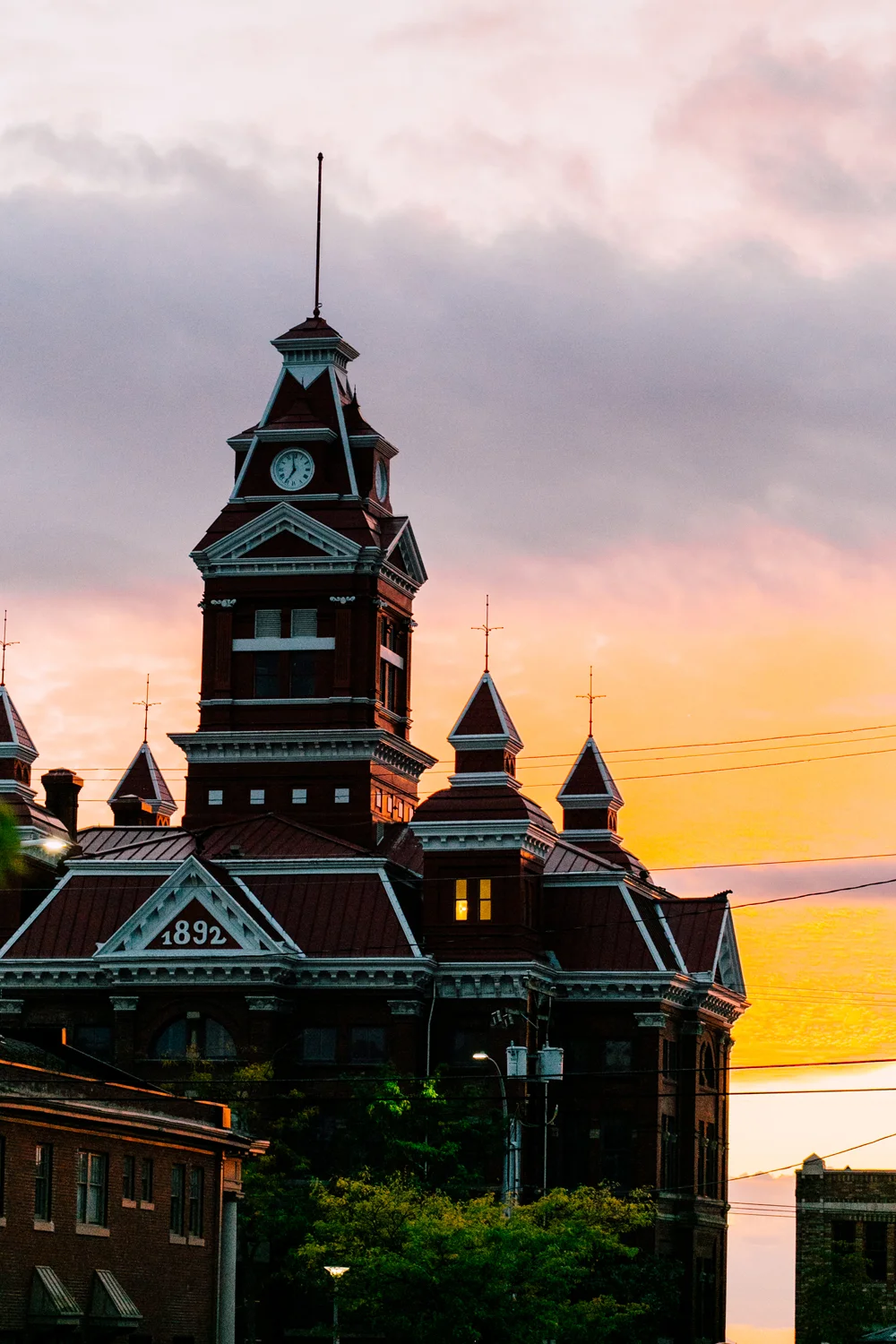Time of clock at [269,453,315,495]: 6:58
